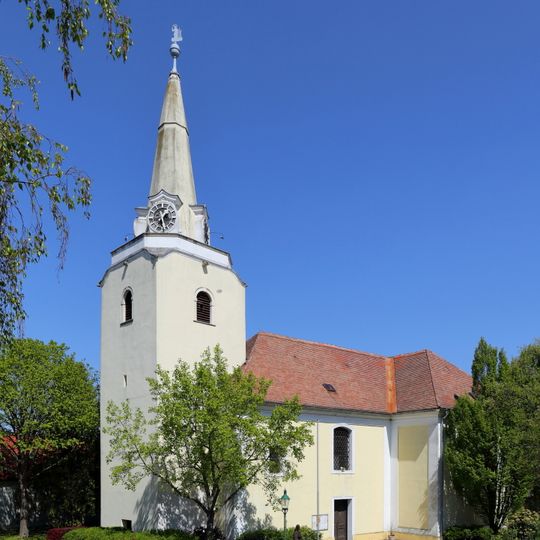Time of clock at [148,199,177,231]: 1:28
